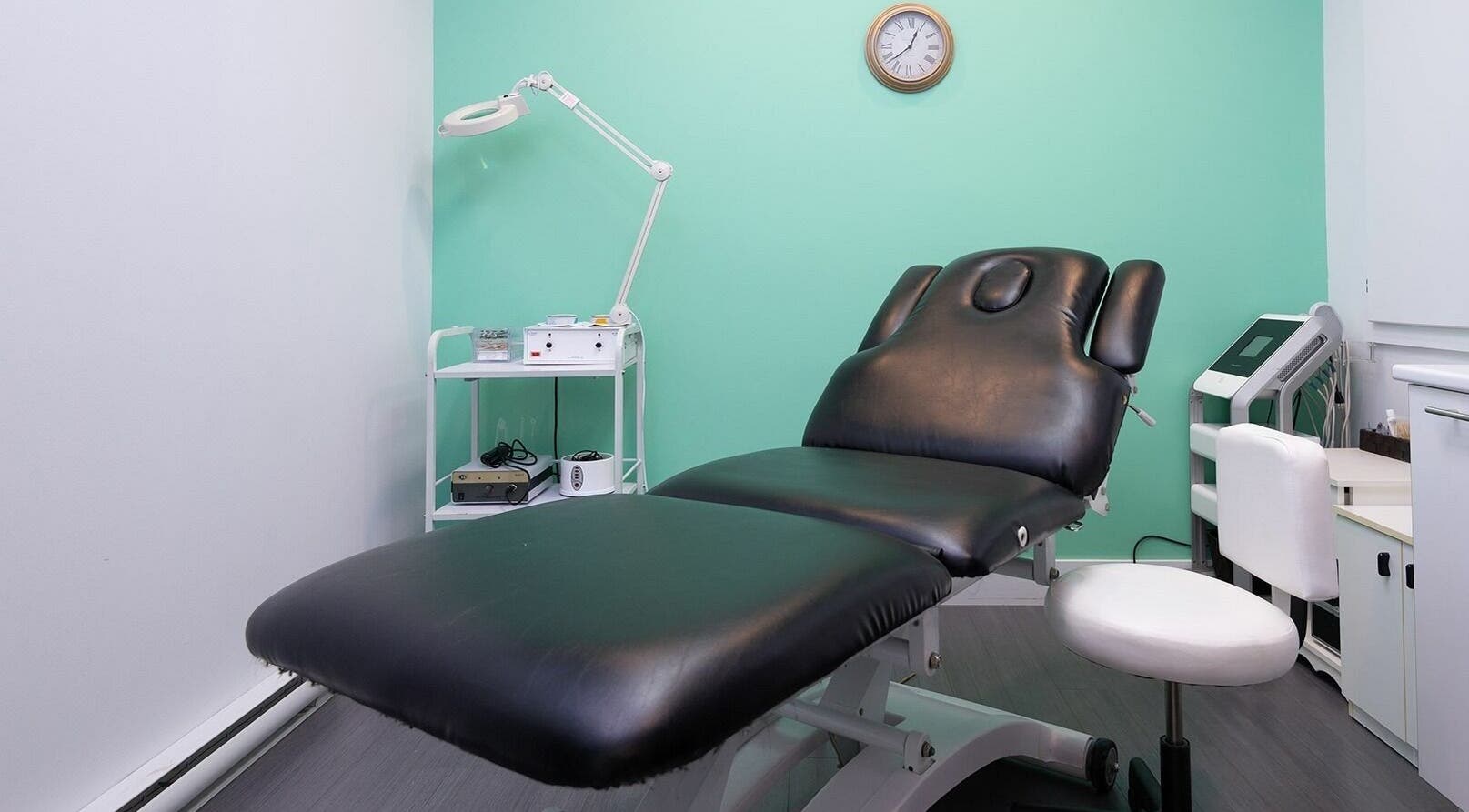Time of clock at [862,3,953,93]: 12:38
